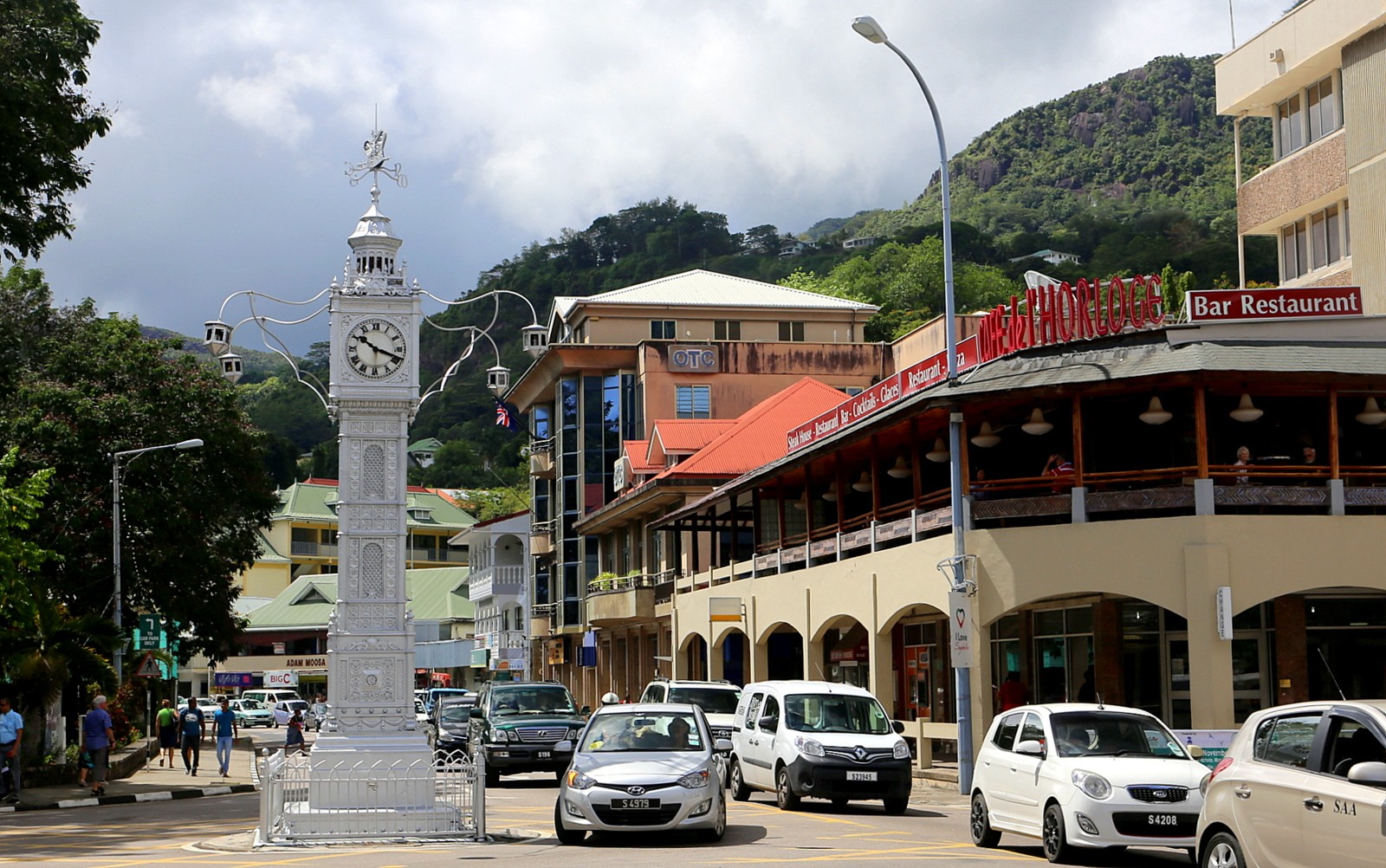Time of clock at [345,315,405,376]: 10:18
